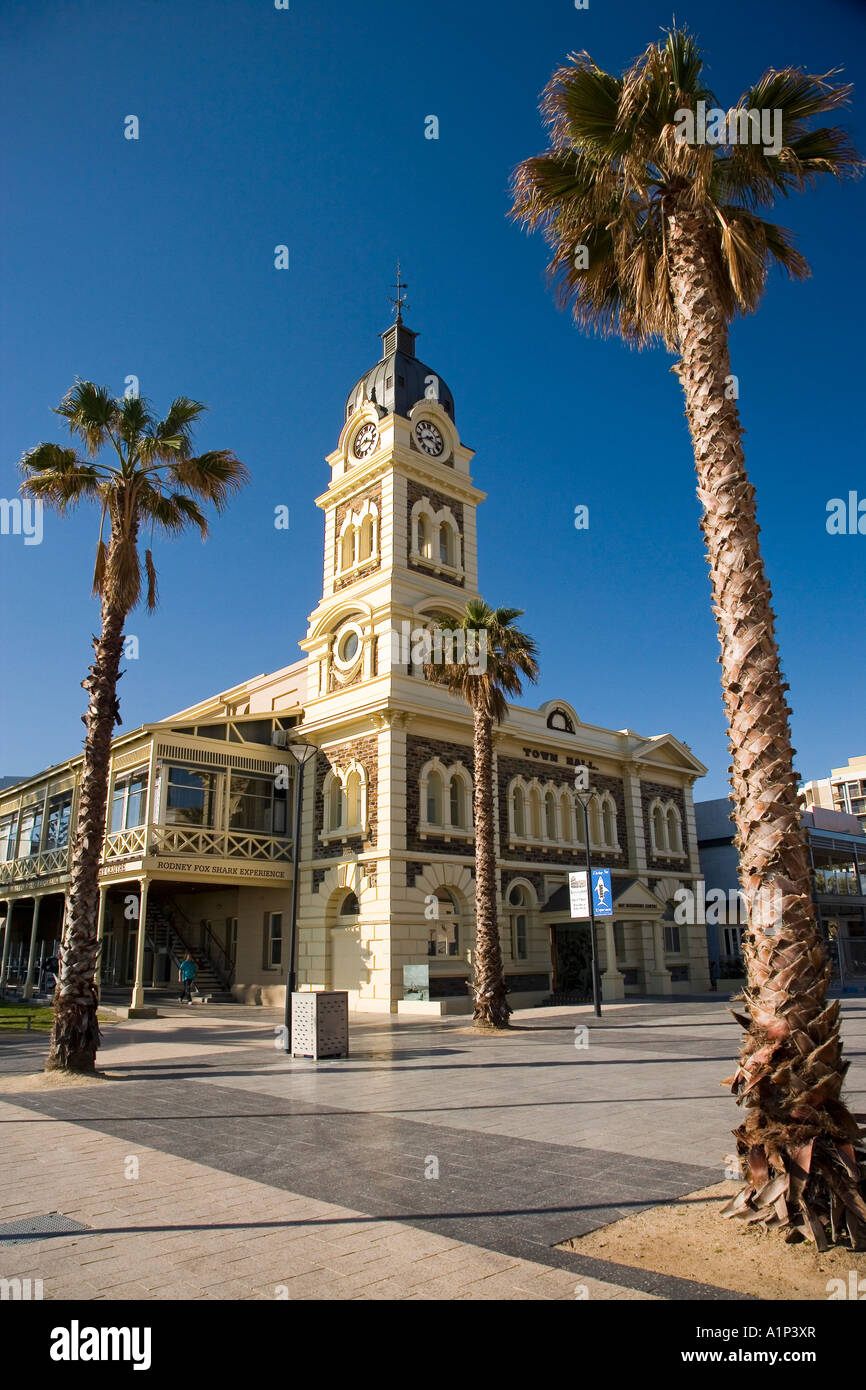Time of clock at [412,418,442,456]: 3:40
